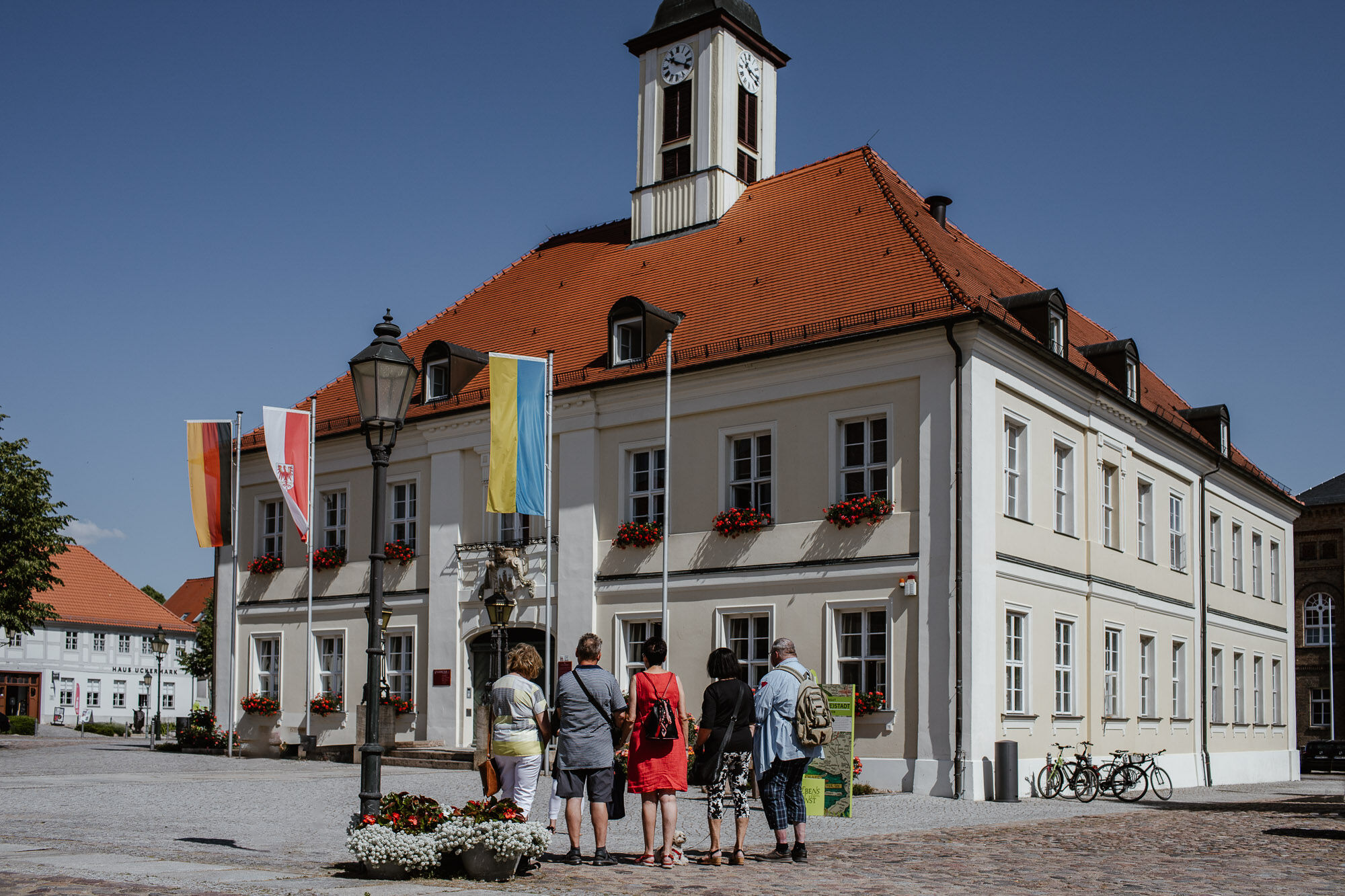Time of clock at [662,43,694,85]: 10:18
